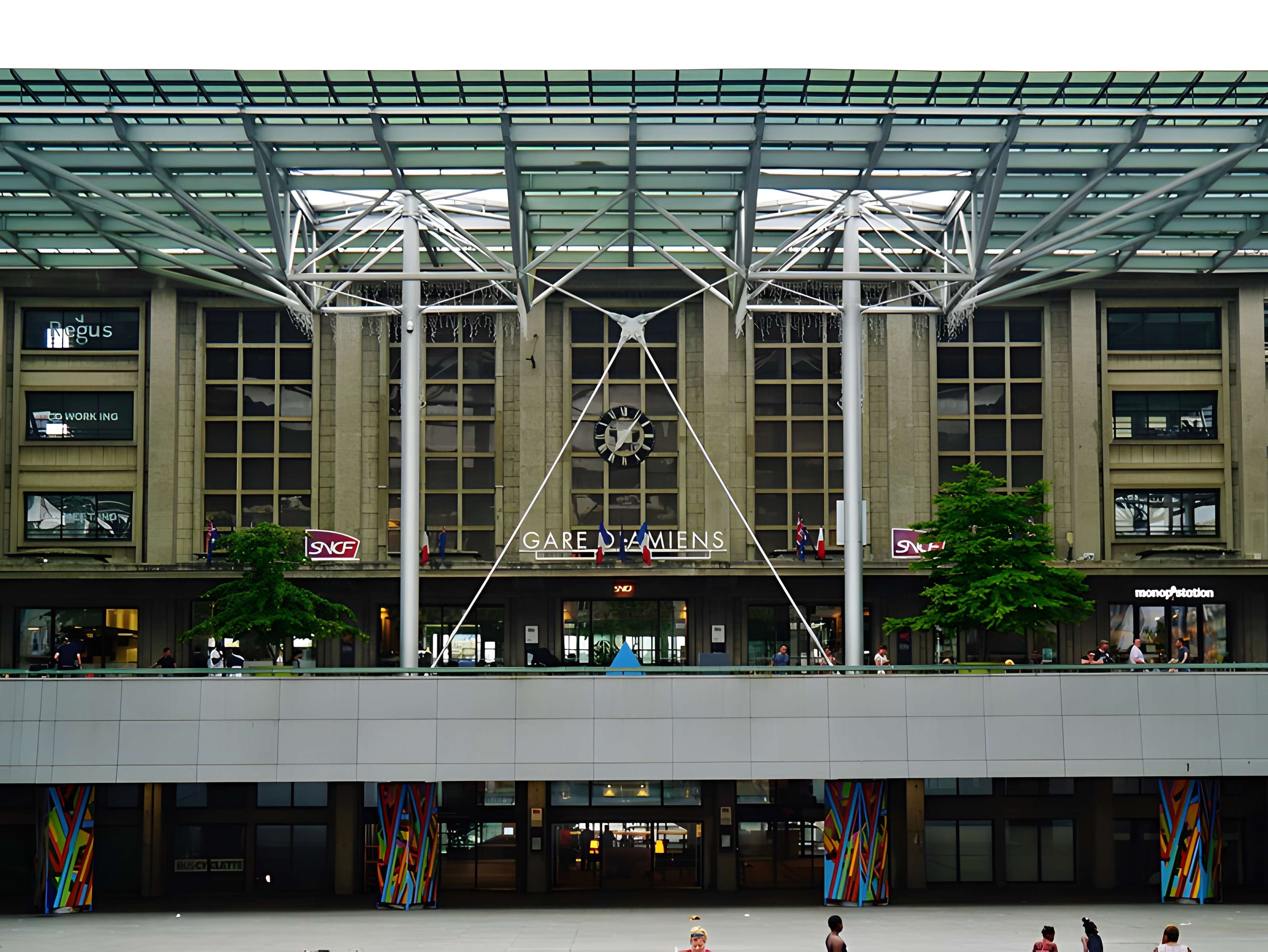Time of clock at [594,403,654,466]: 7:06
